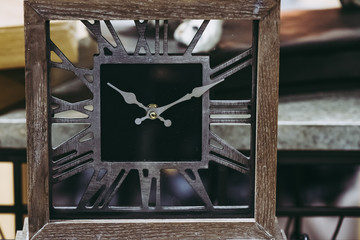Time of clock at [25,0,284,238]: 10:10
